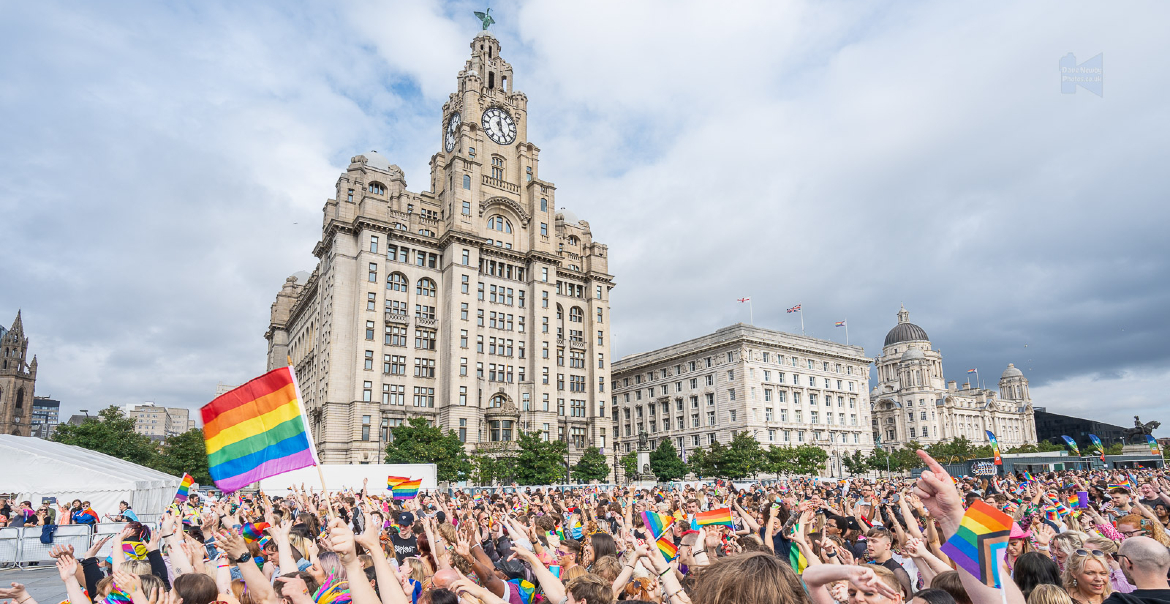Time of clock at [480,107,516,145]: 5:00
